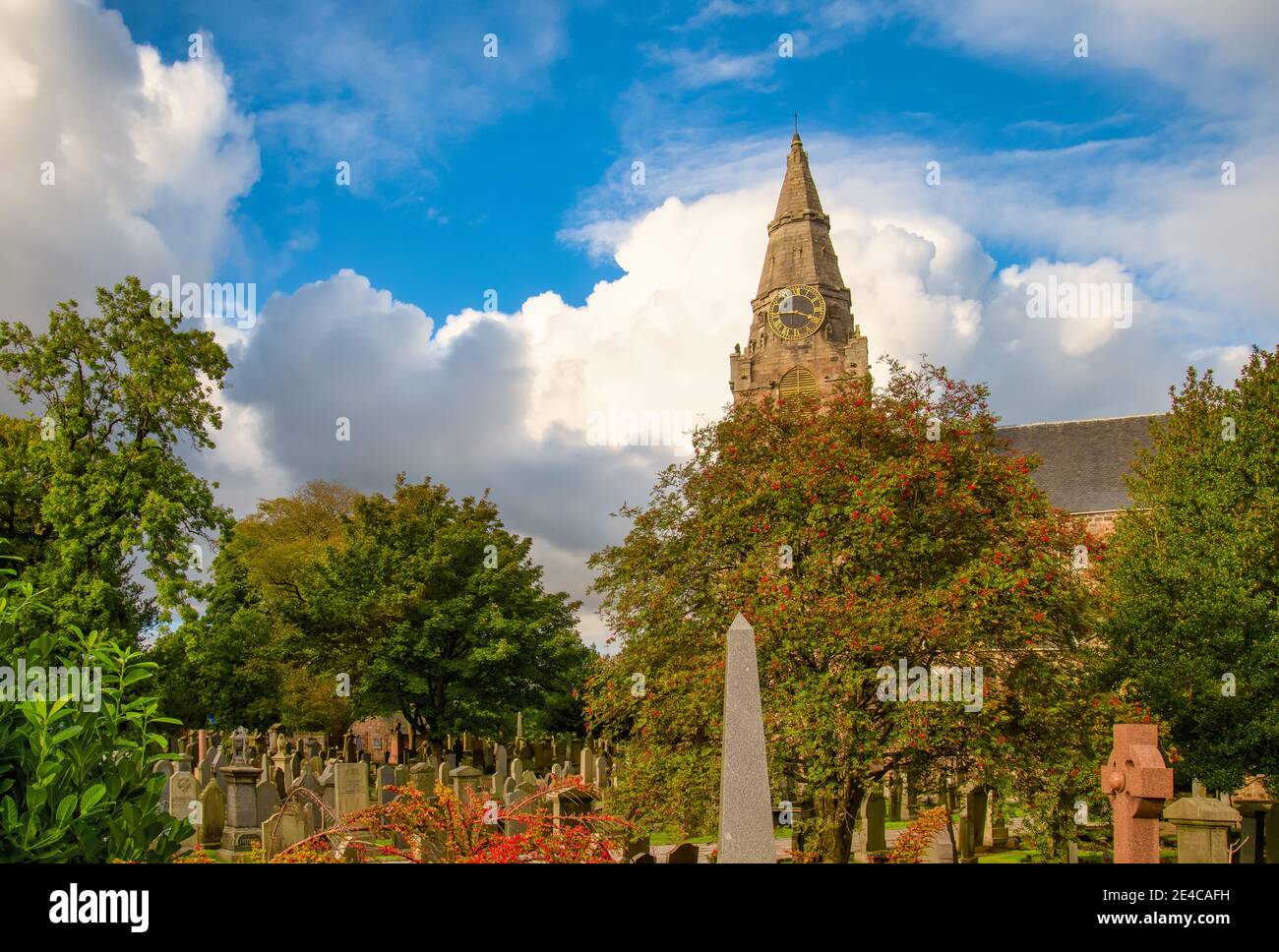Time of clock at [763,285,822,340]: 3:43
